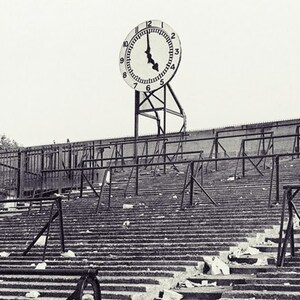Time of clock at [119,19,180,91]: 4:59
